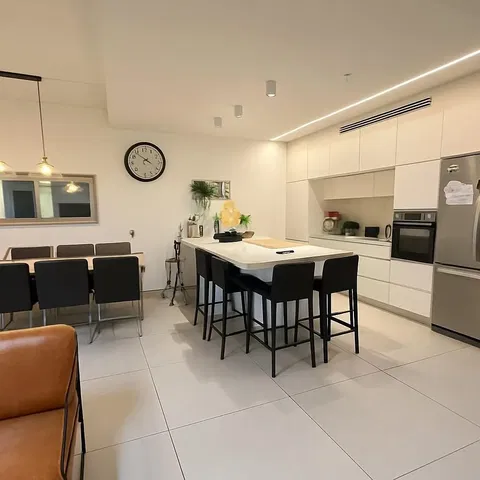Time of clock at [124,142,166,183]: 3:52
